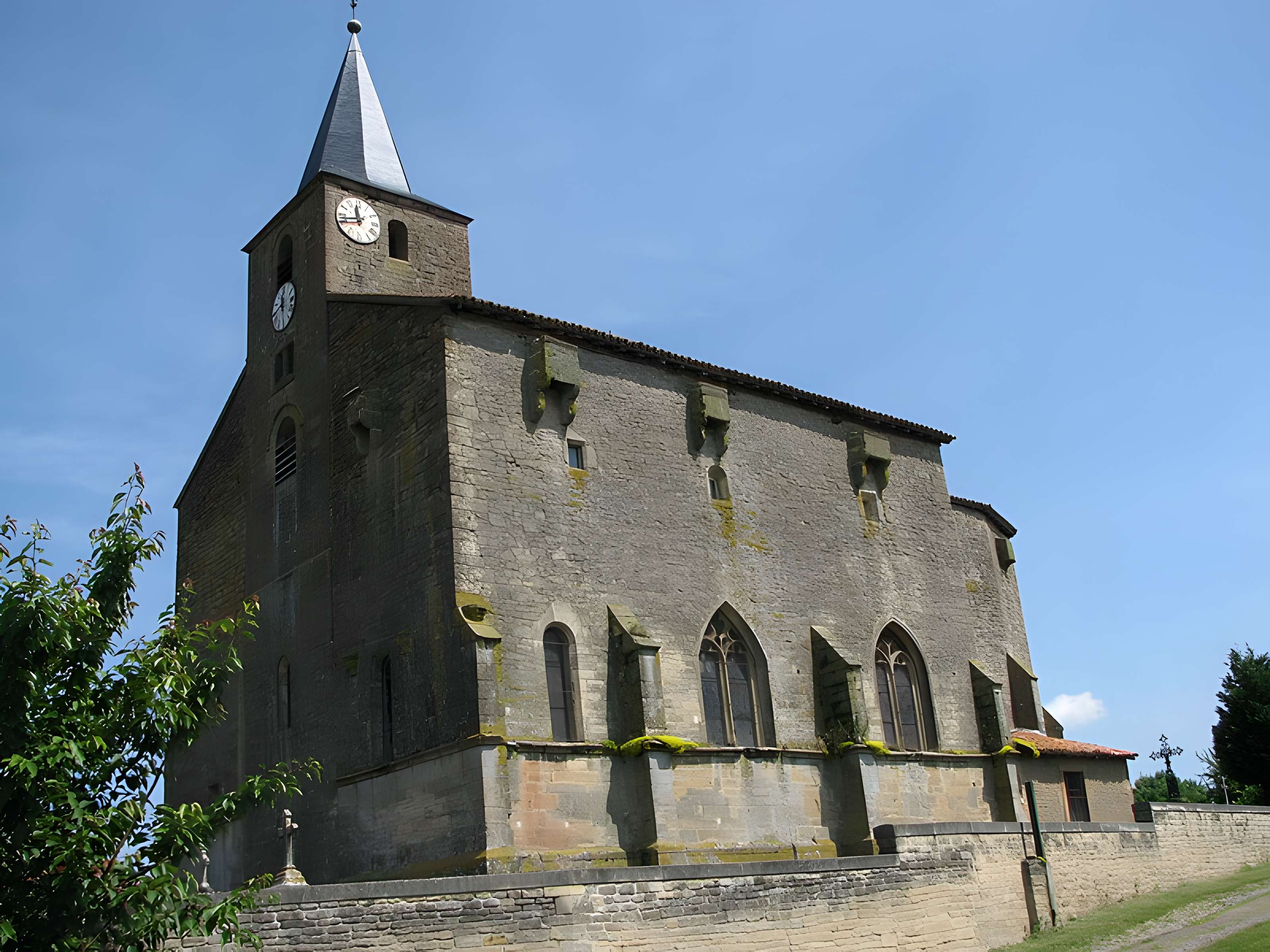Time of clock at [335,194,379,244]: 11:42
